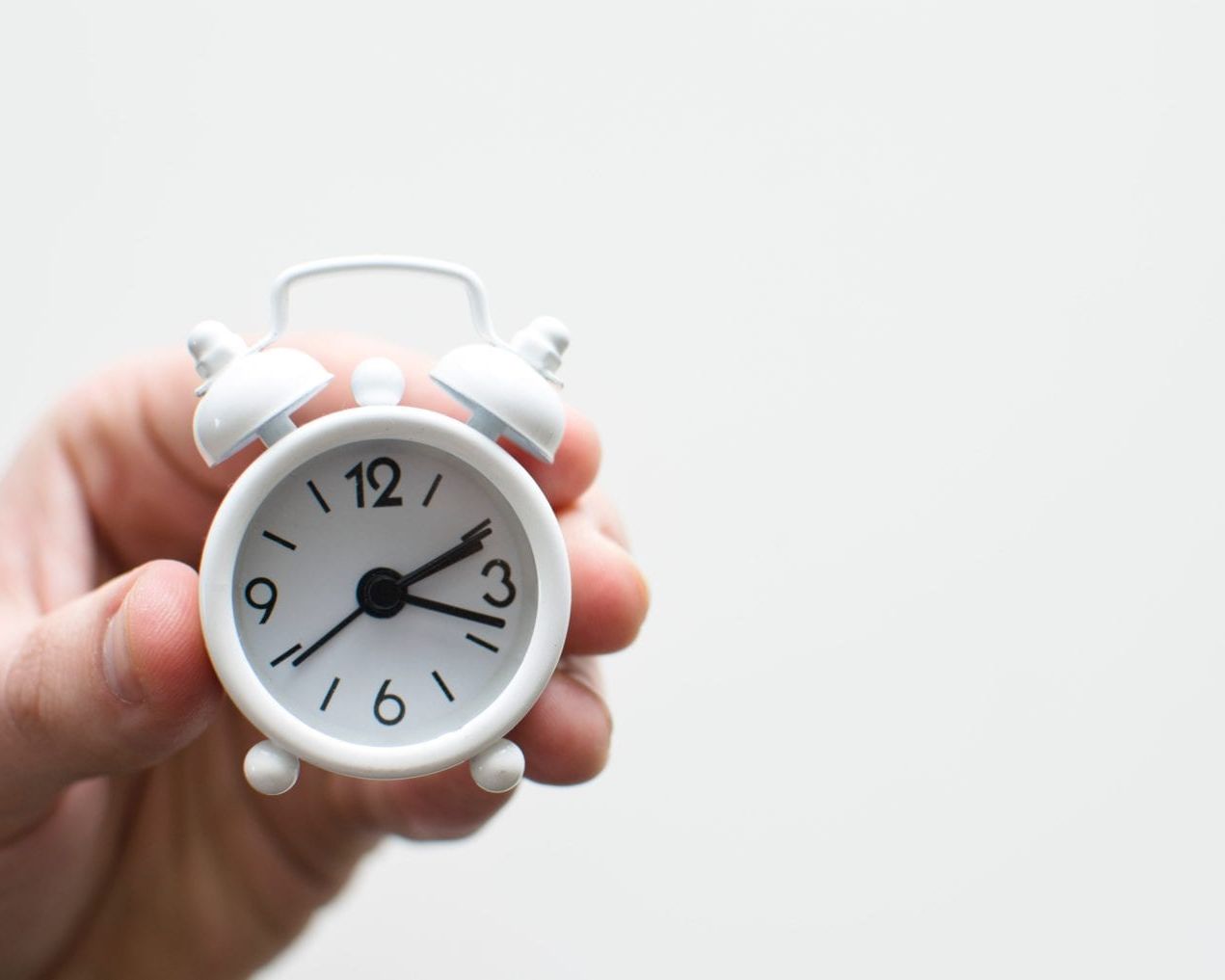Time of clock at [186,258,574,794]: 2:18
